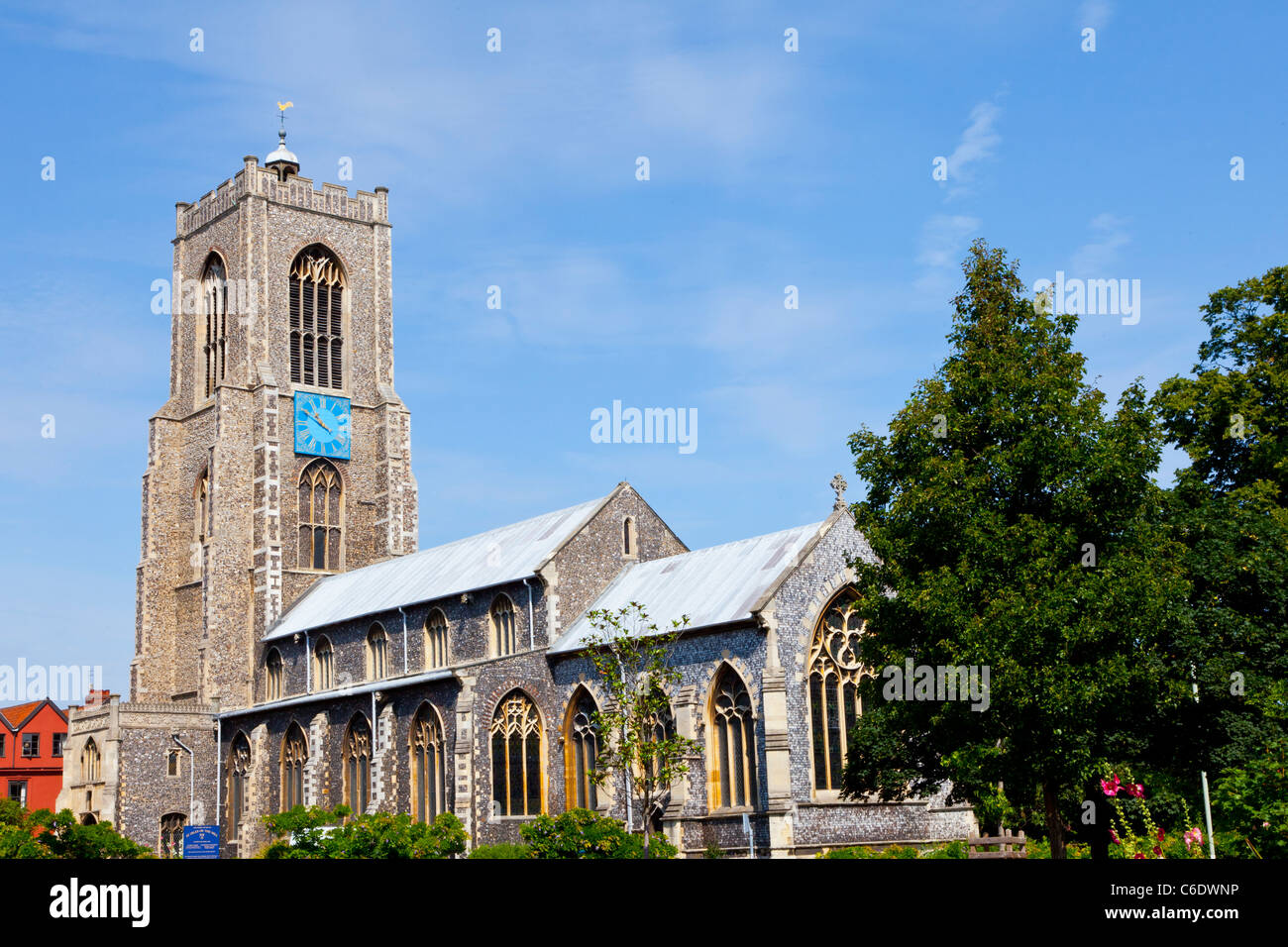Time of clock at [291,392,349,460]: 10:50
